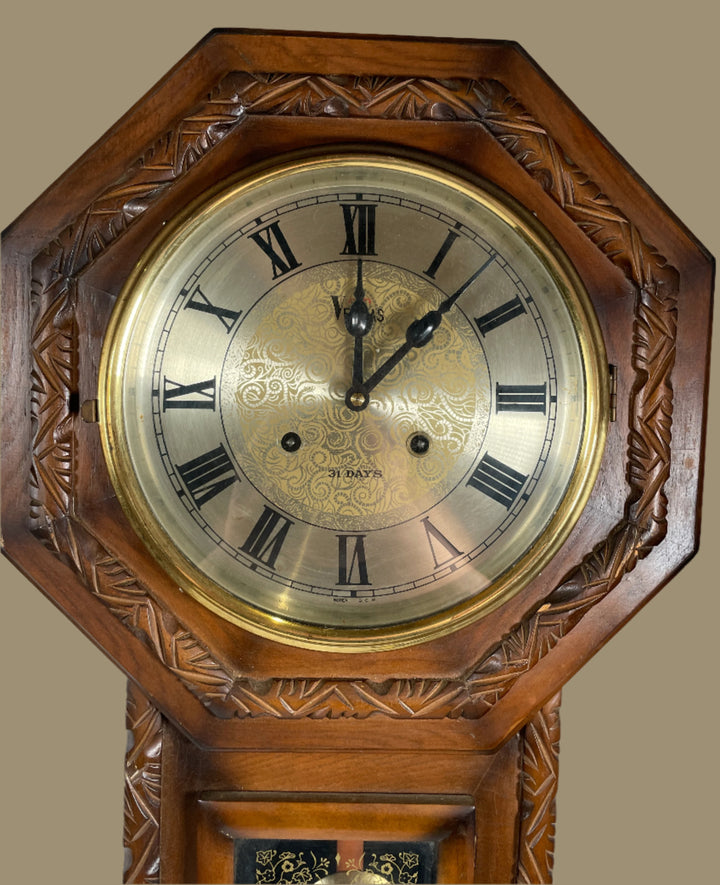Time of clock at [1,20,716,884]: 12:07
